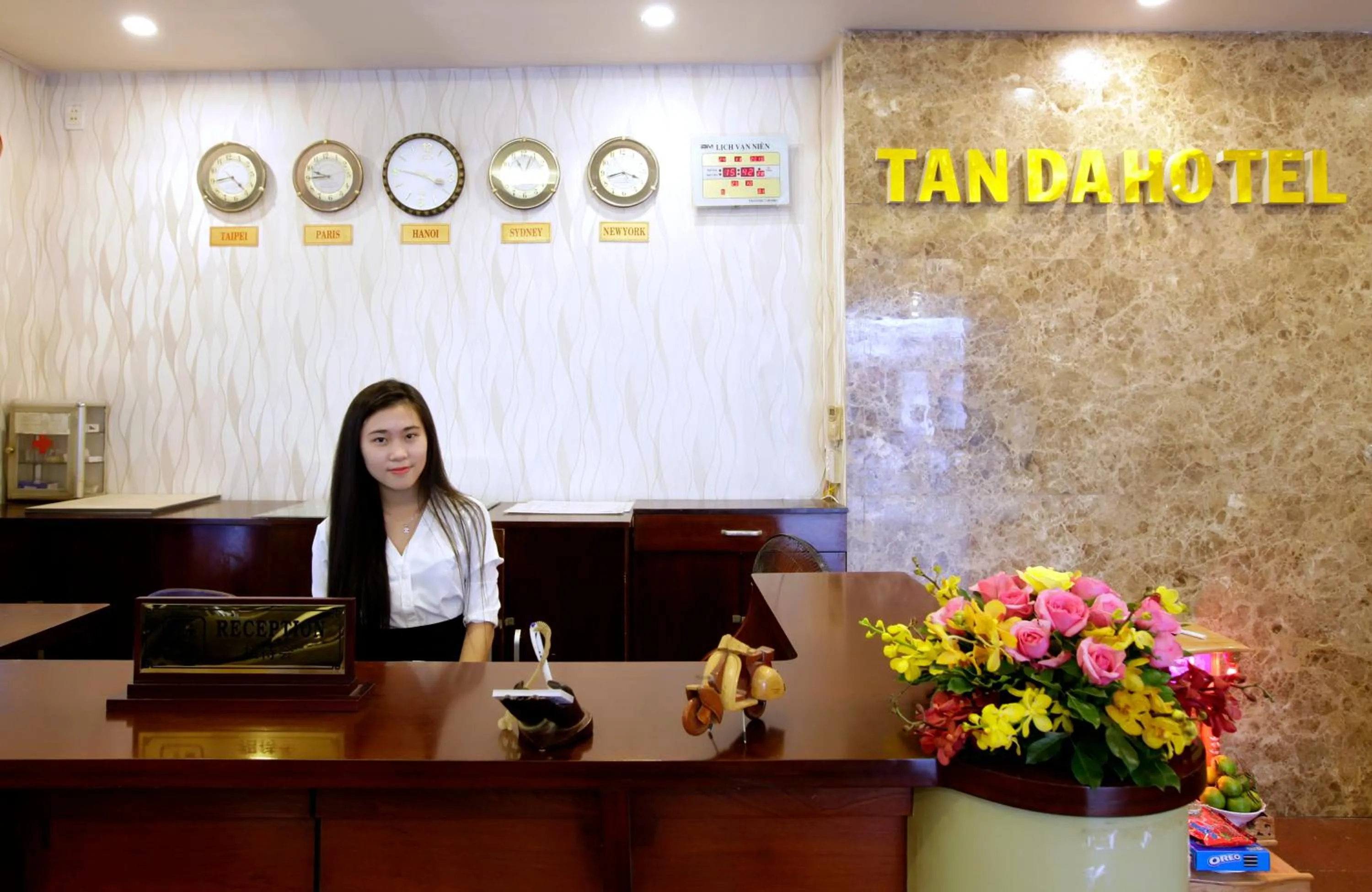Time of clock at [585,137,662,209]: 3:42
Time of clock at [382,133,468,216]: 3:45
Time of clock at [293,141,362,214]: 9:44
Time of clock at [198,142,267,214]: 4:44
